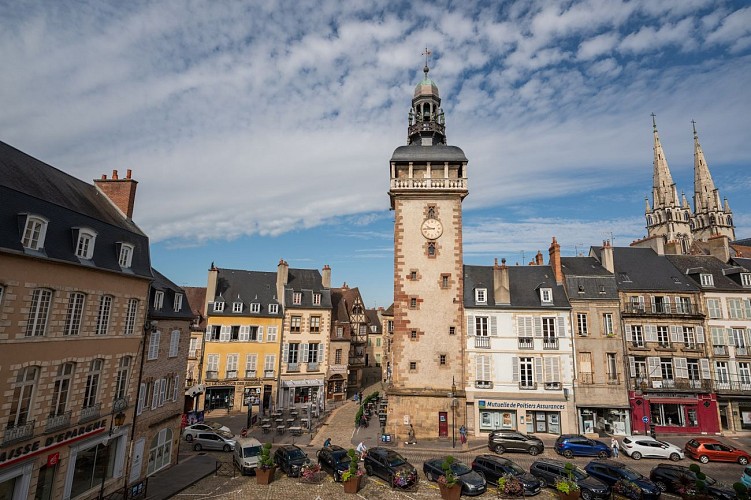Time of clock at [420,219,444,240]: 9:44
